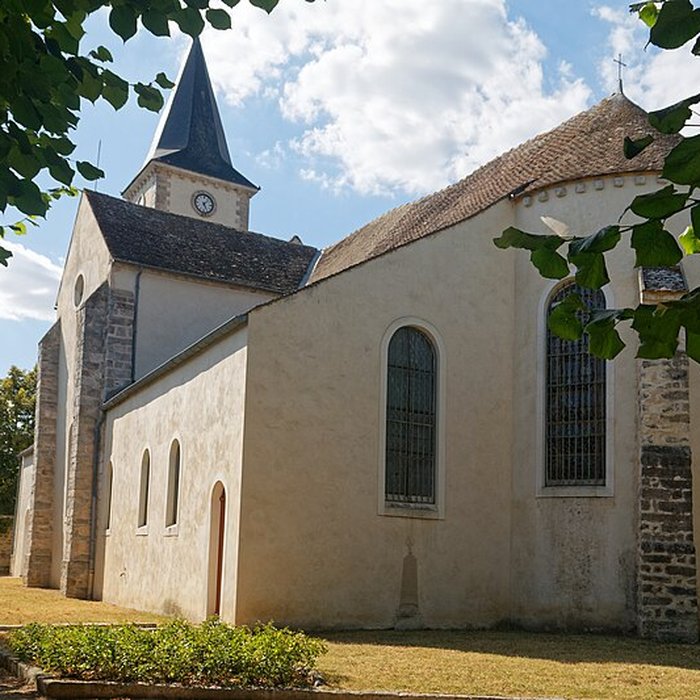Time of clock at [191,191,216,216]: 5:07
